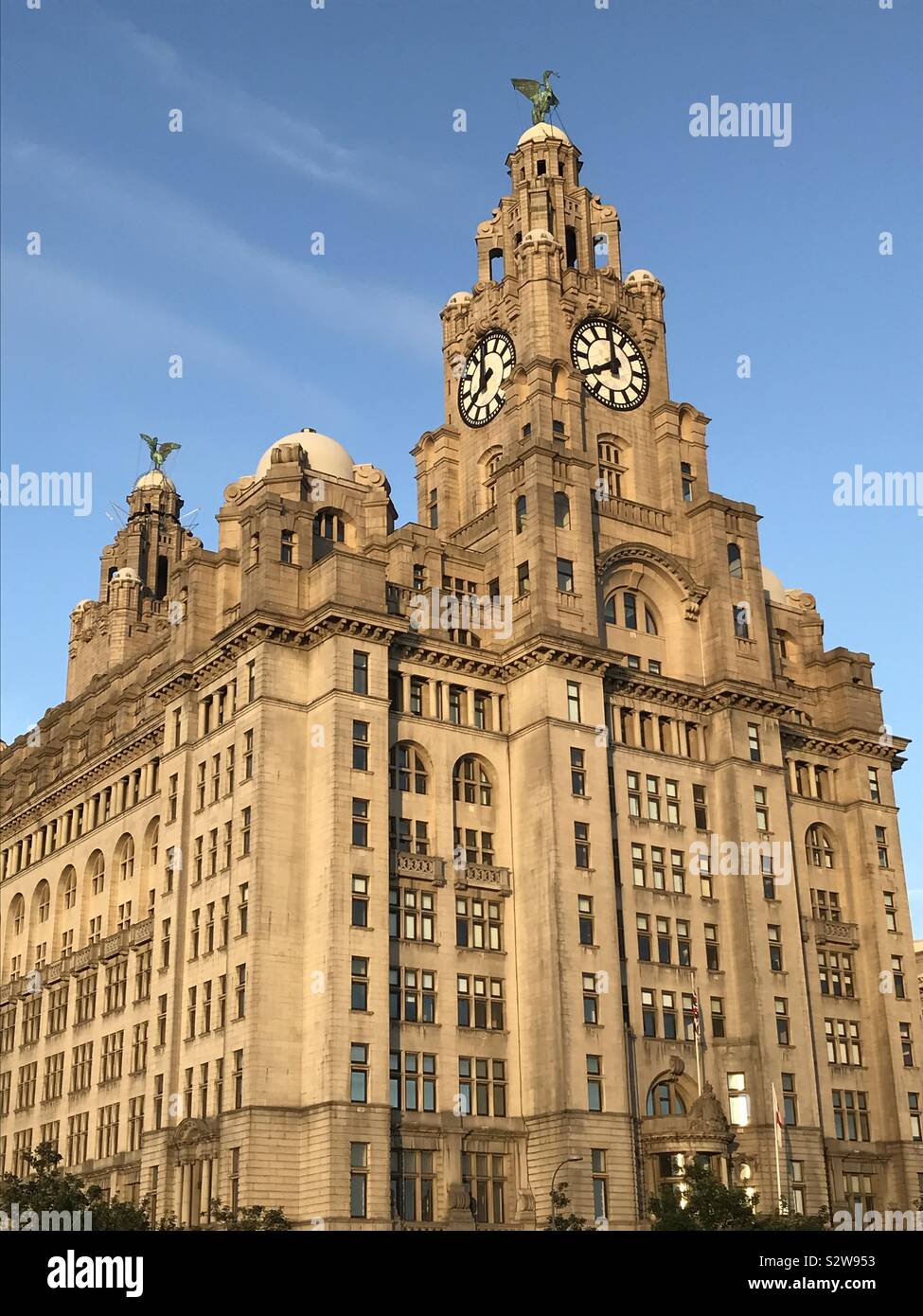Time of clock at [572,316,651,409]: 7:59
